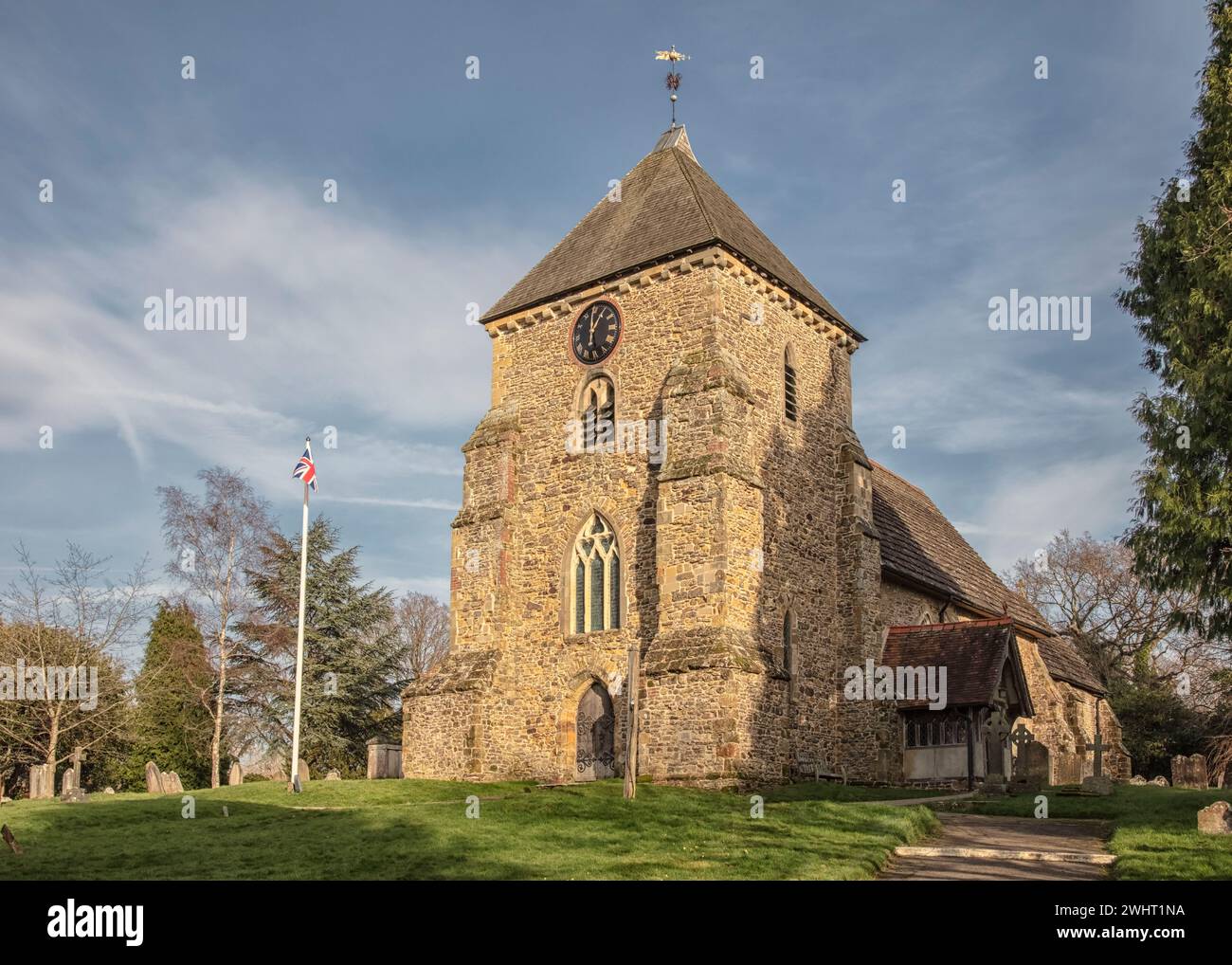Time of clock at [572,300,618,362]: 12:59
